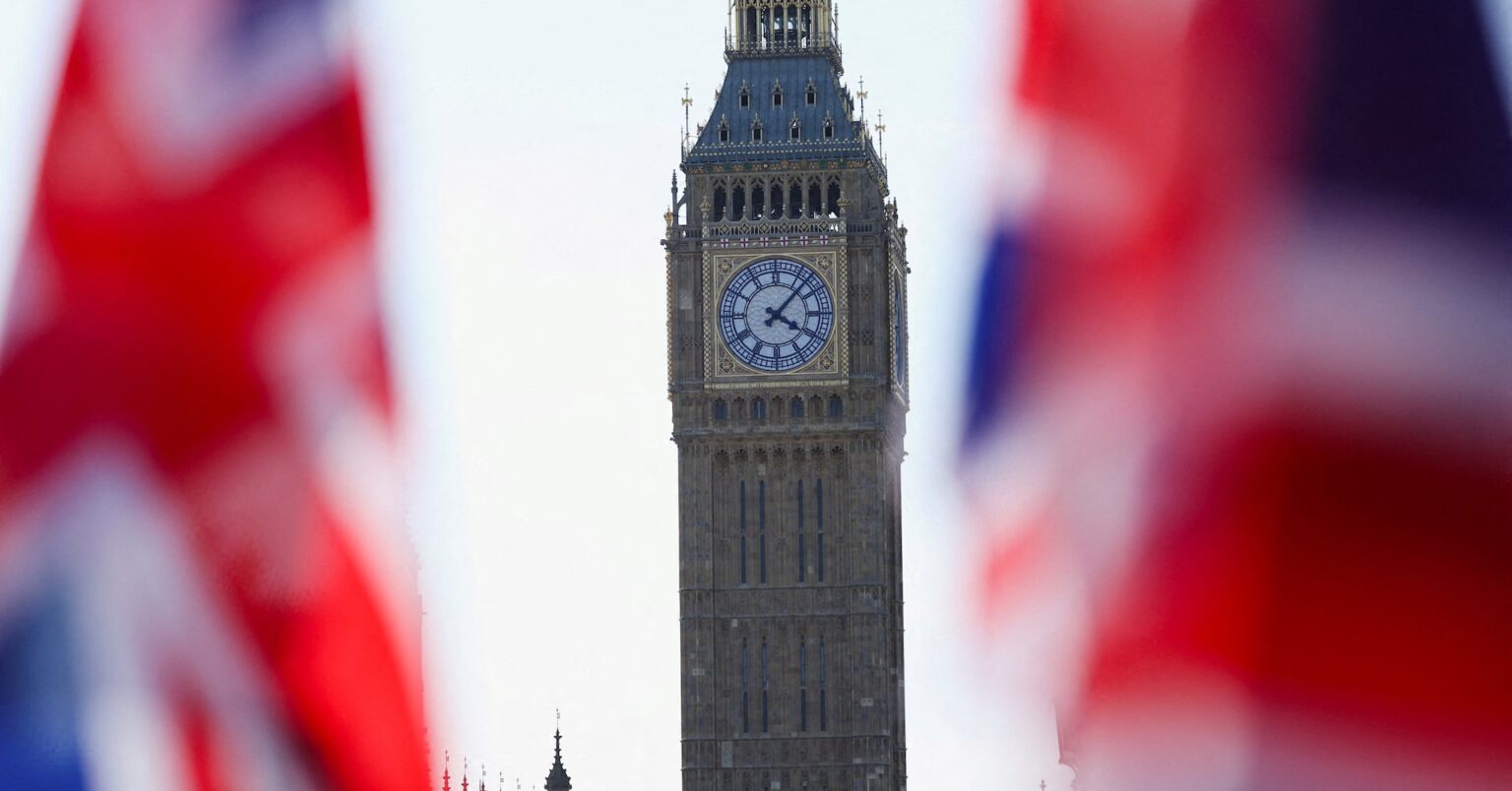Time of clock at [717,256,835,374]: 4:07
